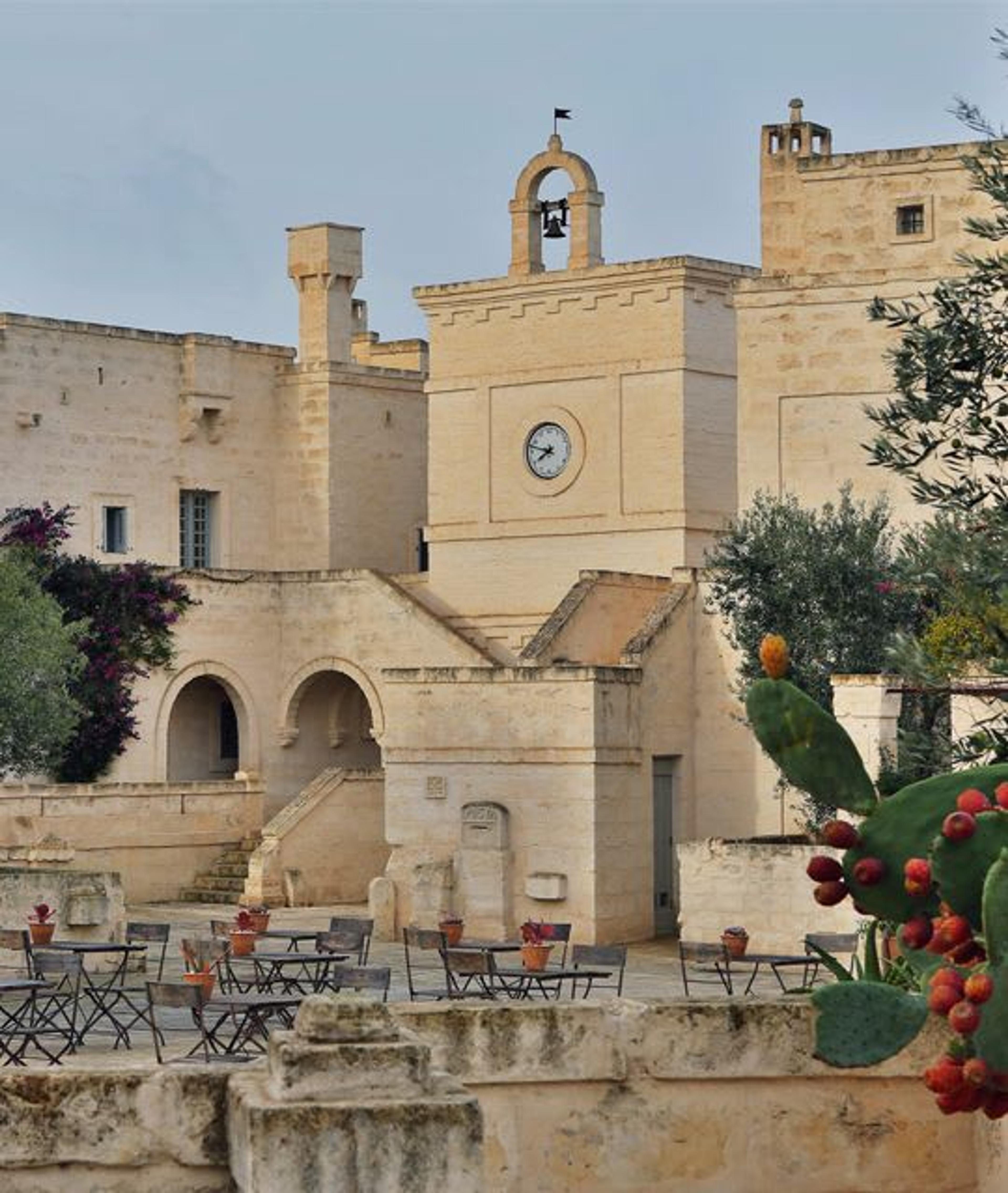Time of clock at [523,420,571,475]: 7:47
